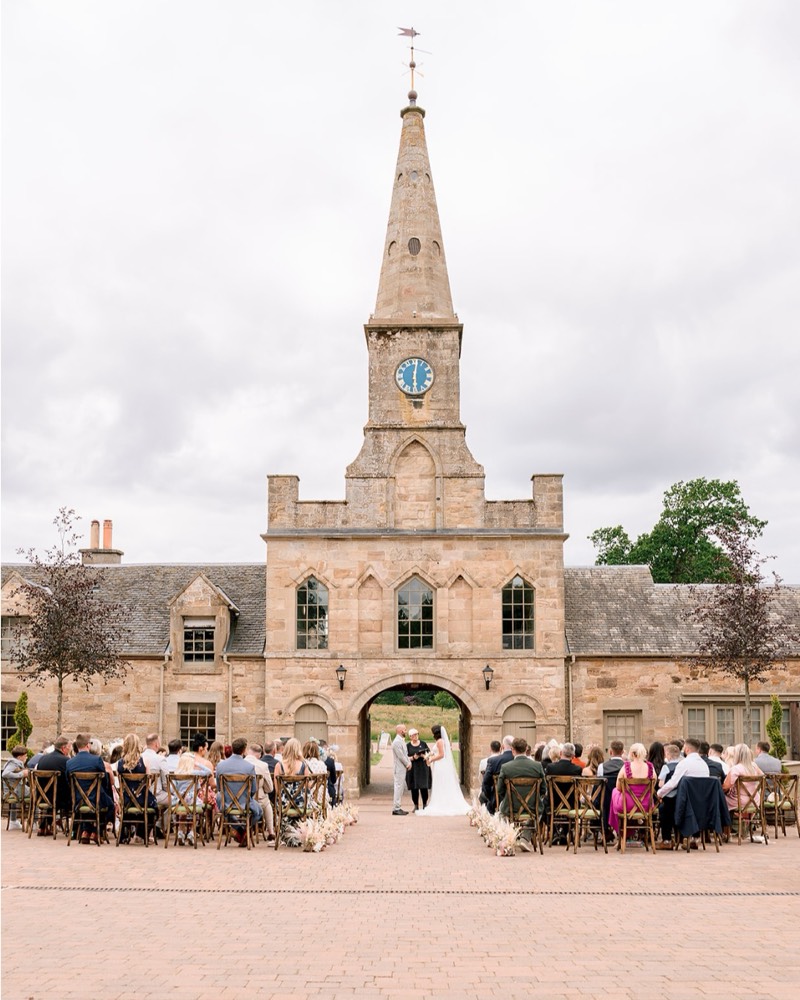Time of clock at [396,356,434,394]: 6:01
